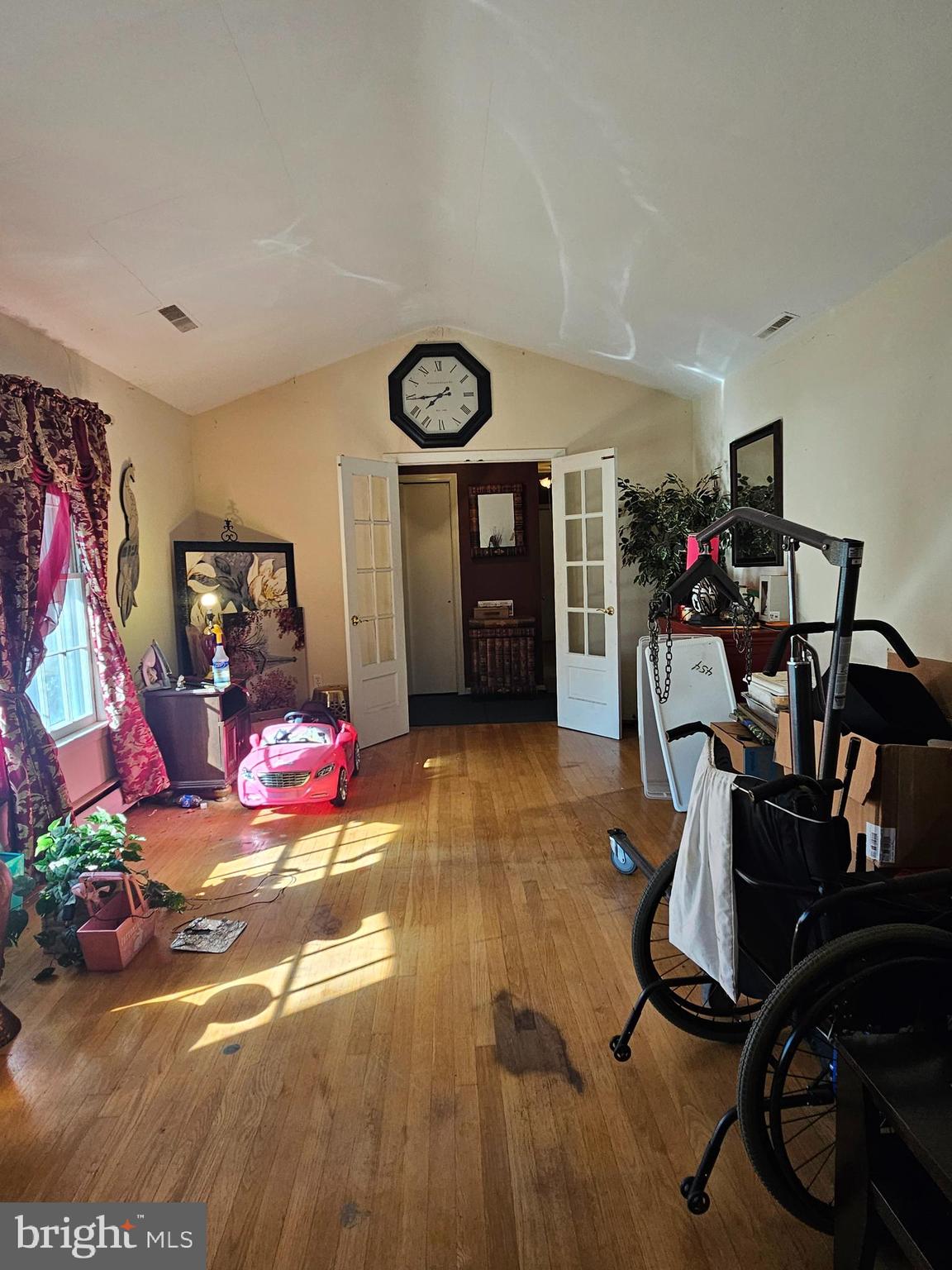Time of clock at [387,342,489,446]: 7:44
